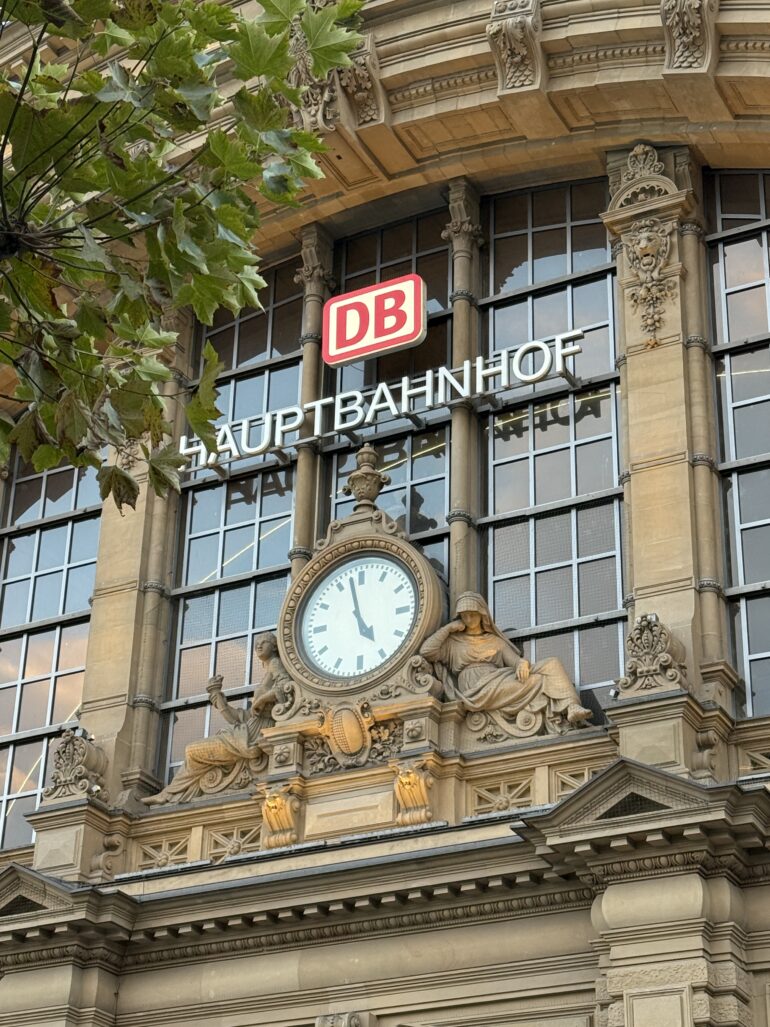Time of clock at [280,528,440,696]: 4:57
